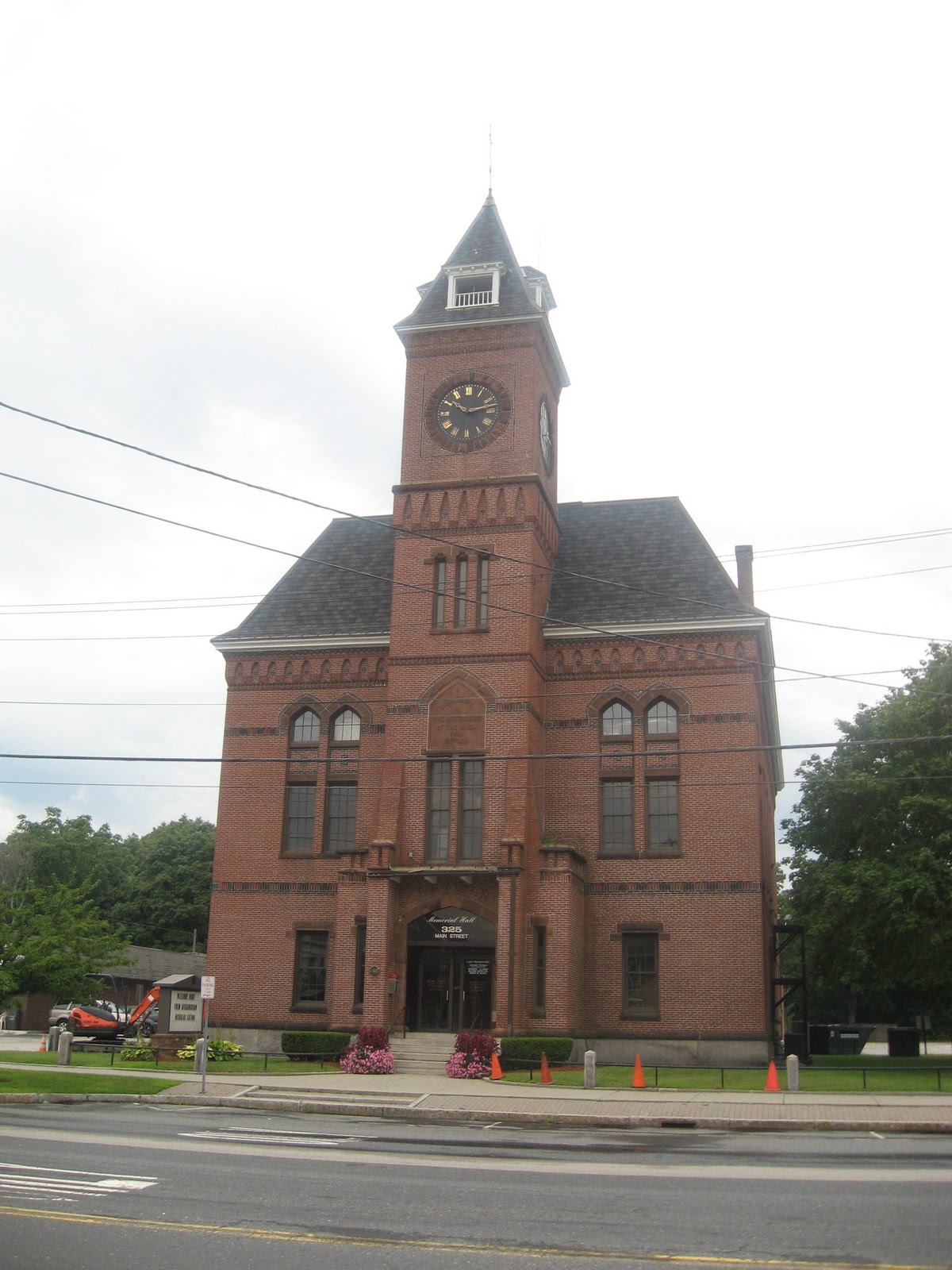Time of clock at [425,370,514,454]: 10:12
